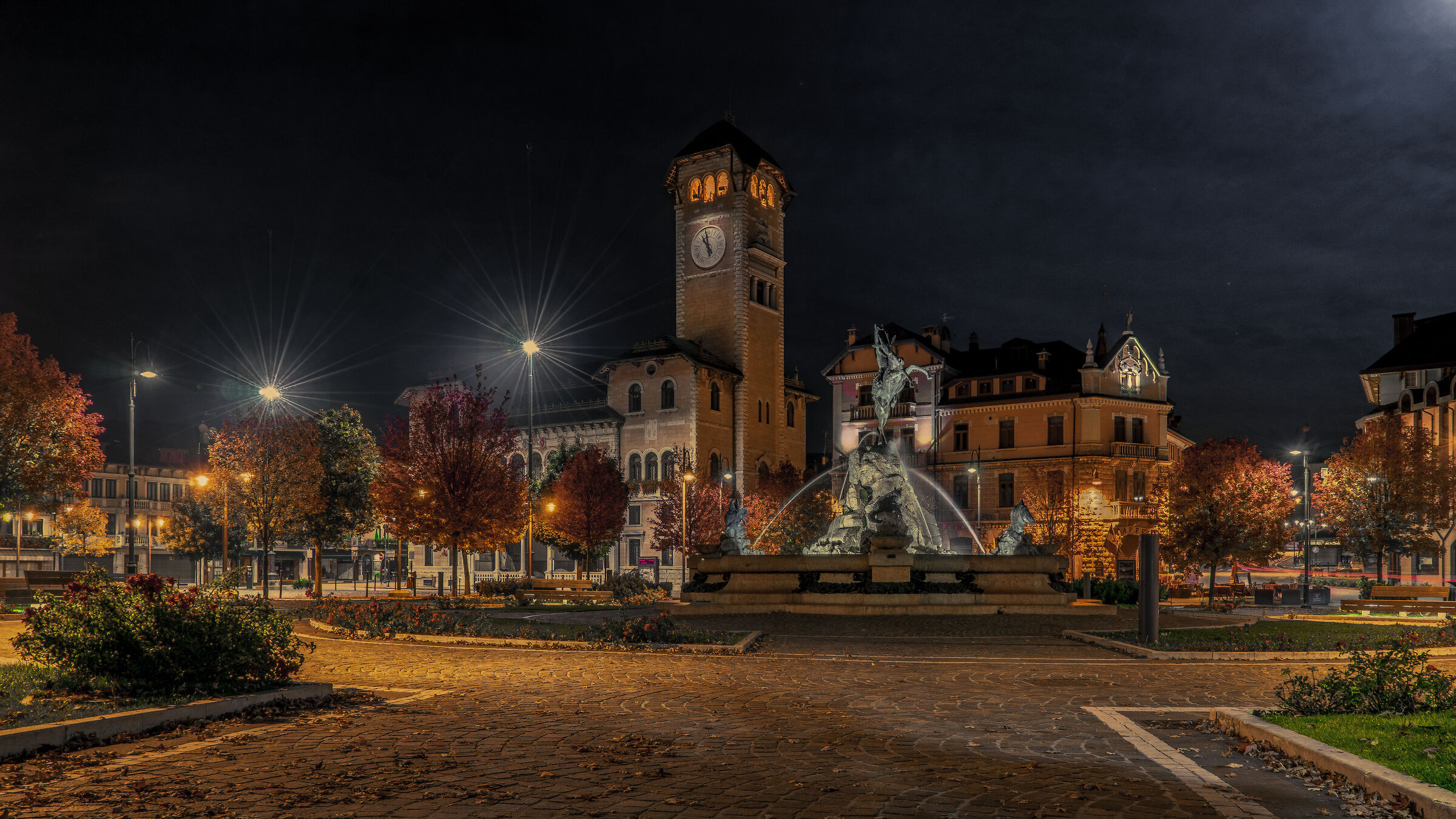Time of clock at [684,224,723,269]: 10:58
